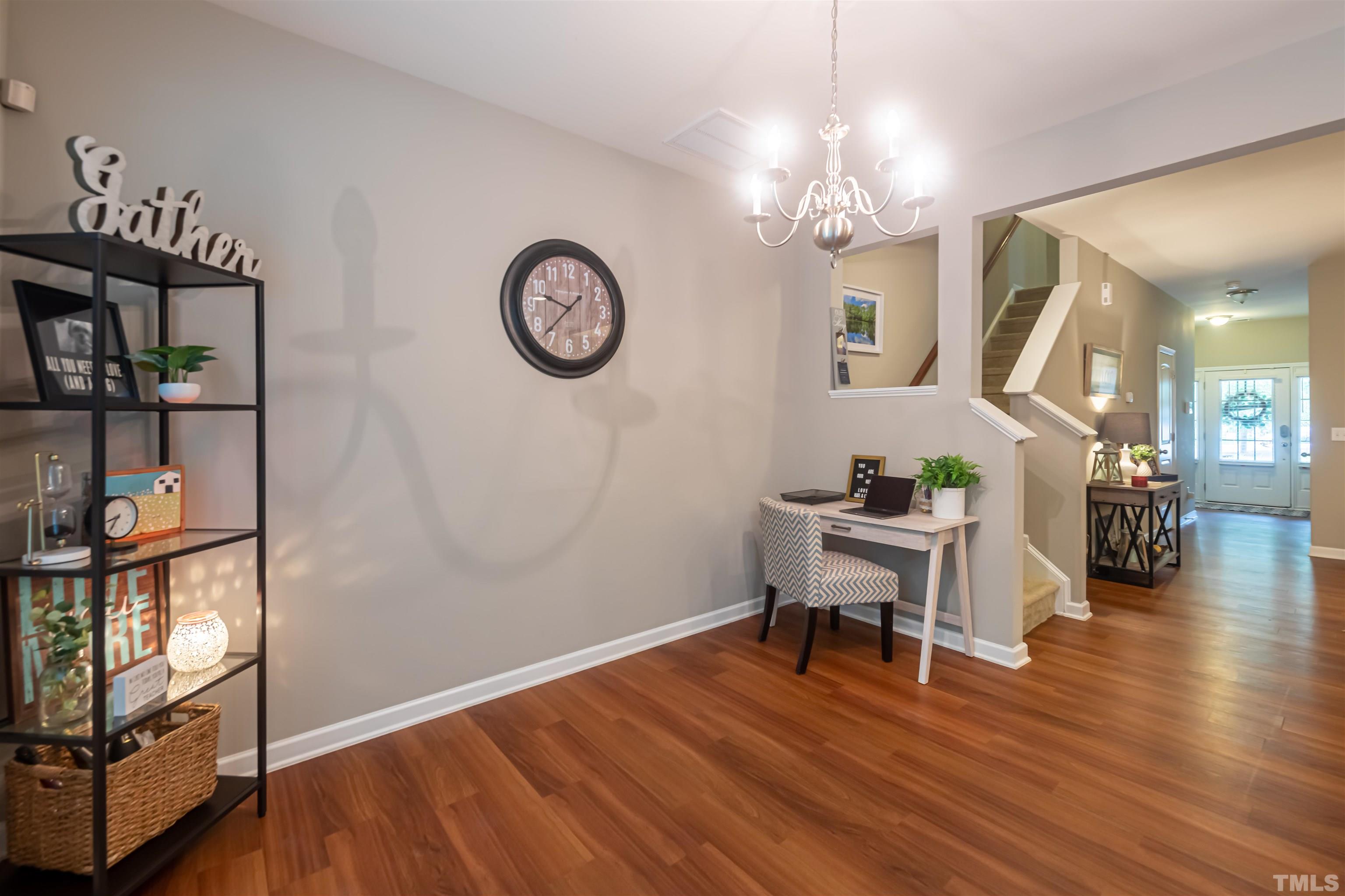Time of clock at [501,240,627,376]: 9:37
